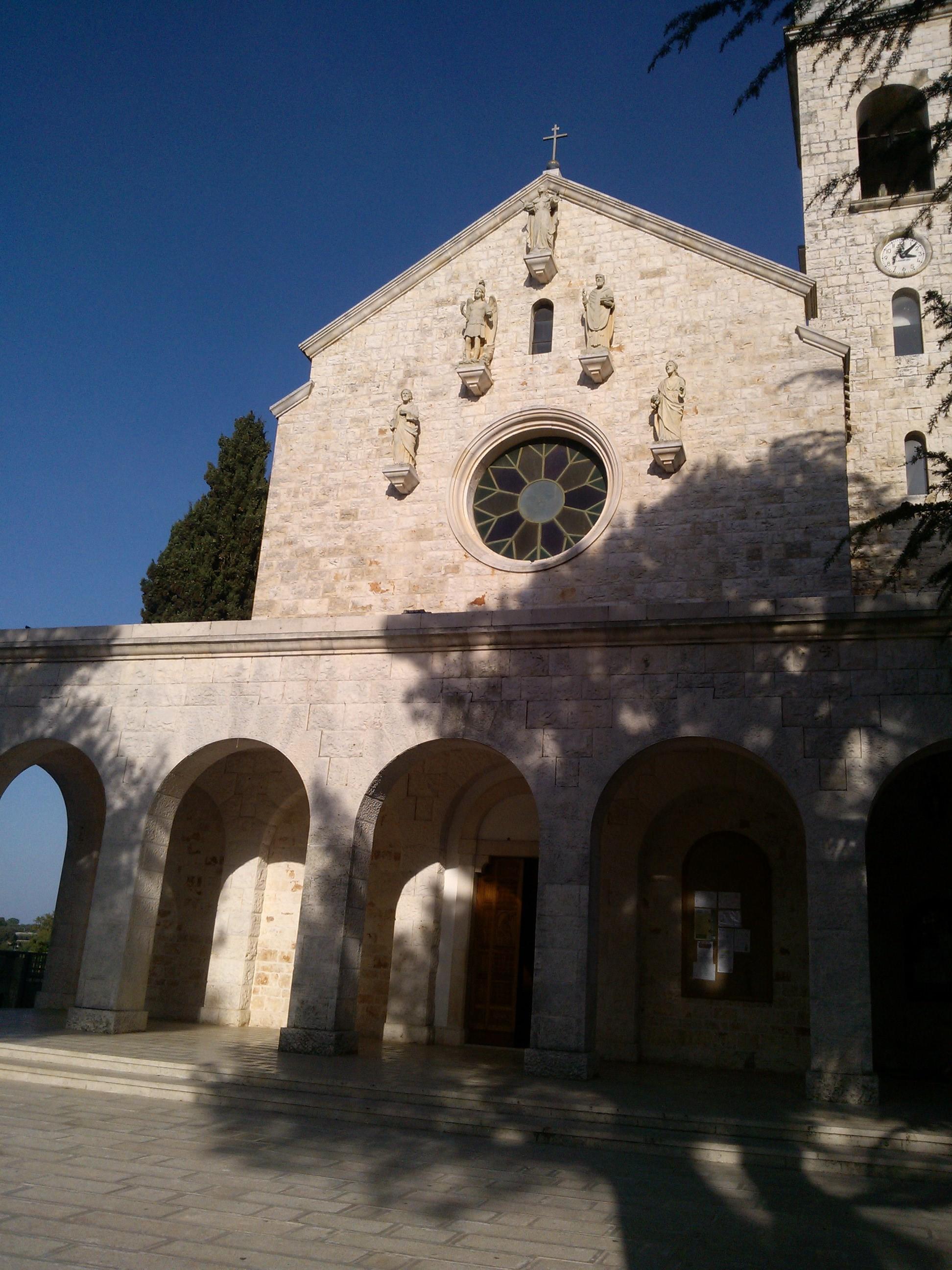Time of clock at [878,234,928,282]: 3:07
